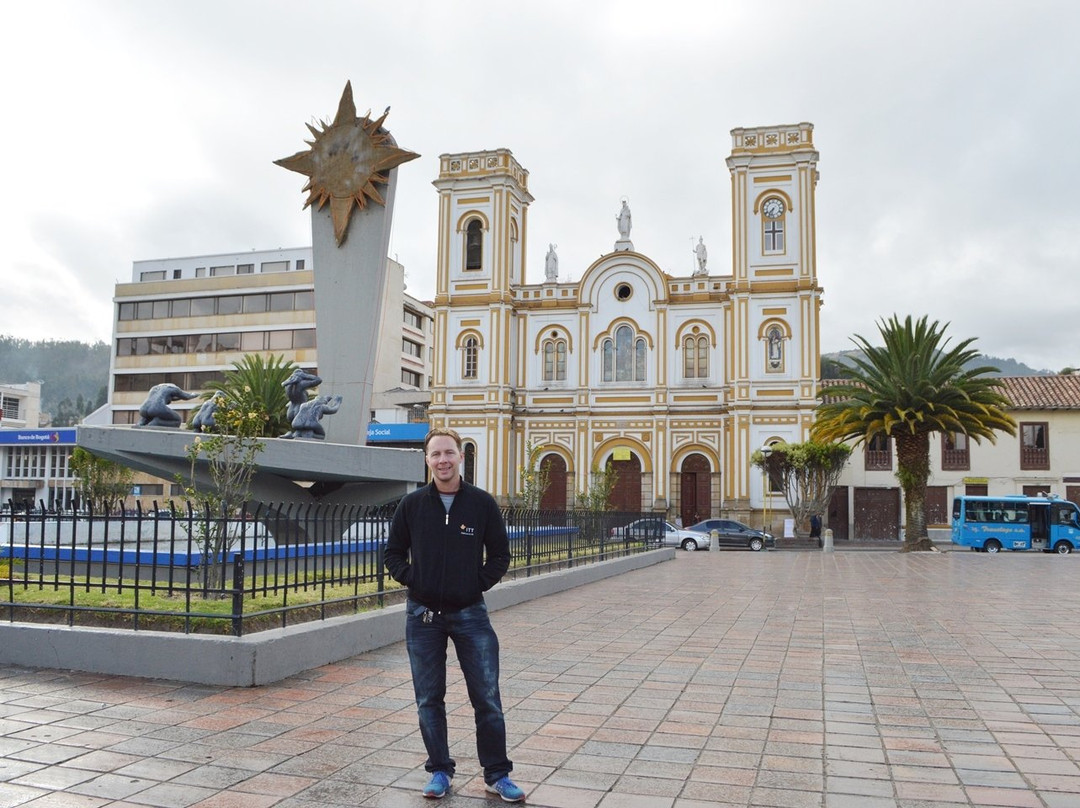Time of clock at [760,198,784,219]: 7:32
